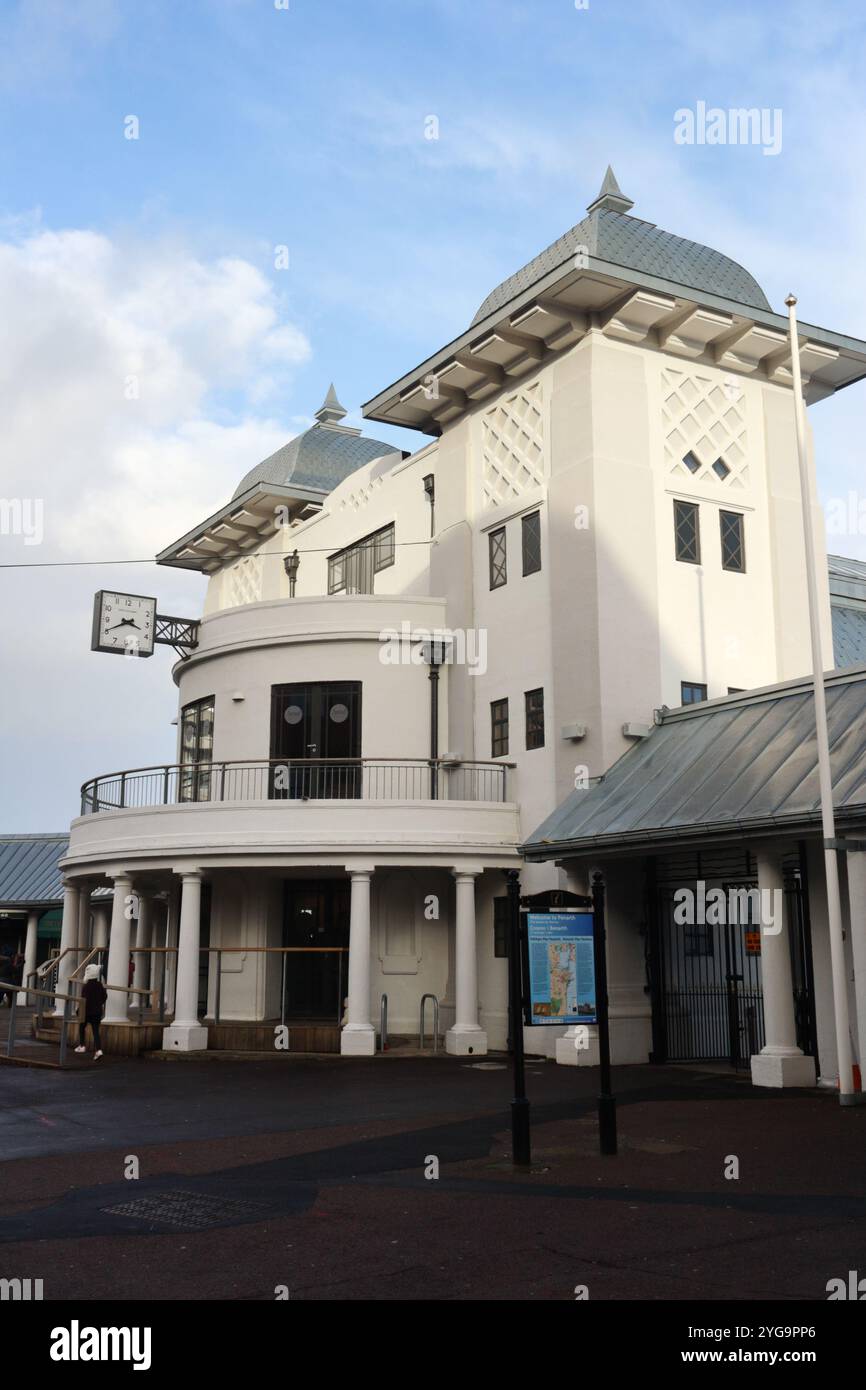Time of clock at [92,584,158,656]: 3:40
